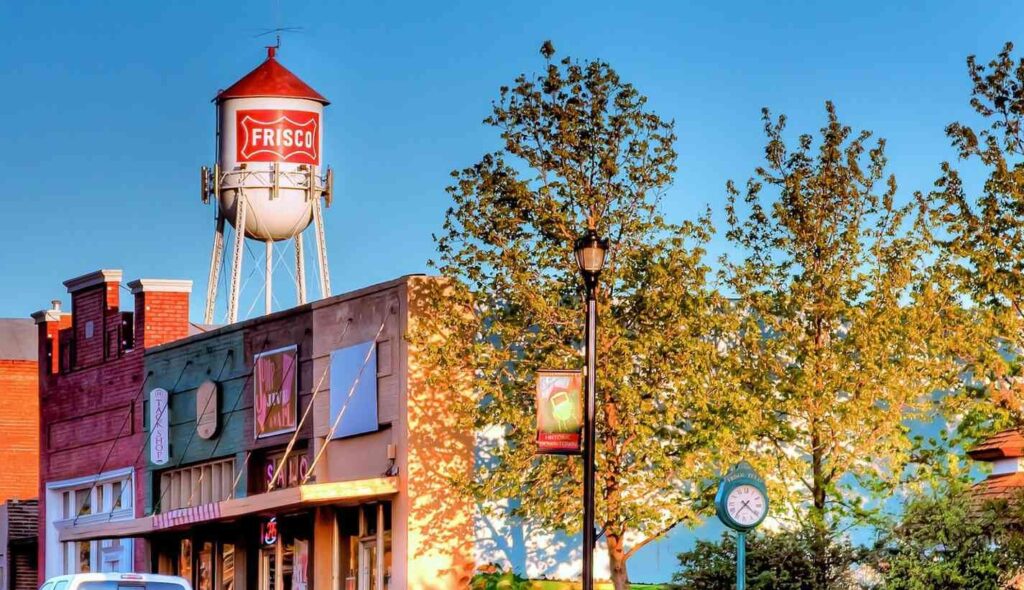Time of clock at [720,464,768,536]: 7:21
